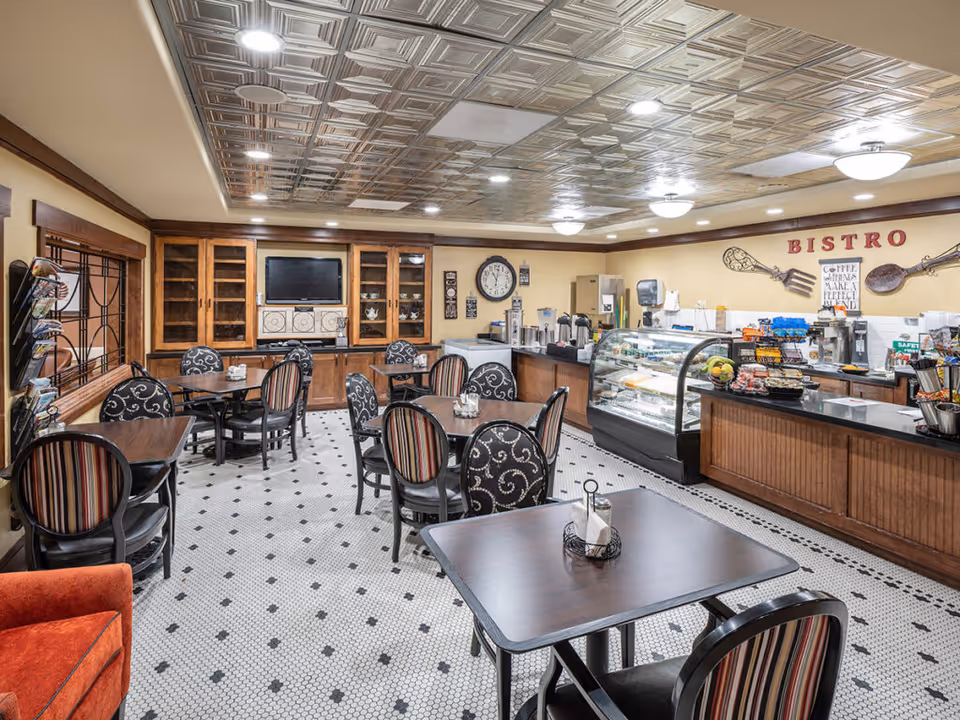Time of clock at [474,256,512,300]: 11:01
